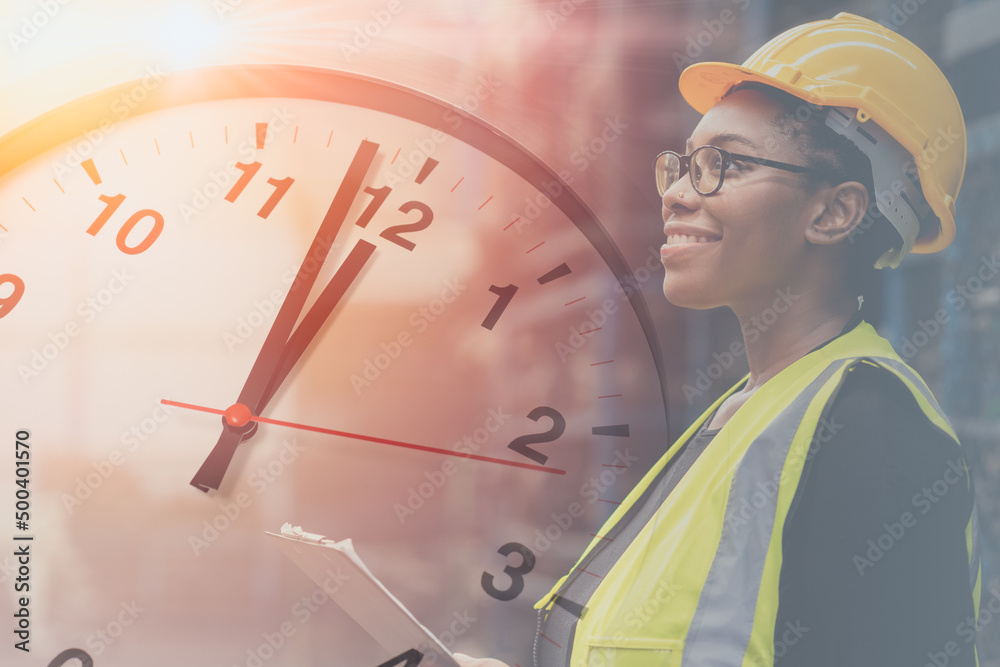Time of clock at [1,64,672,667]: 1:03
